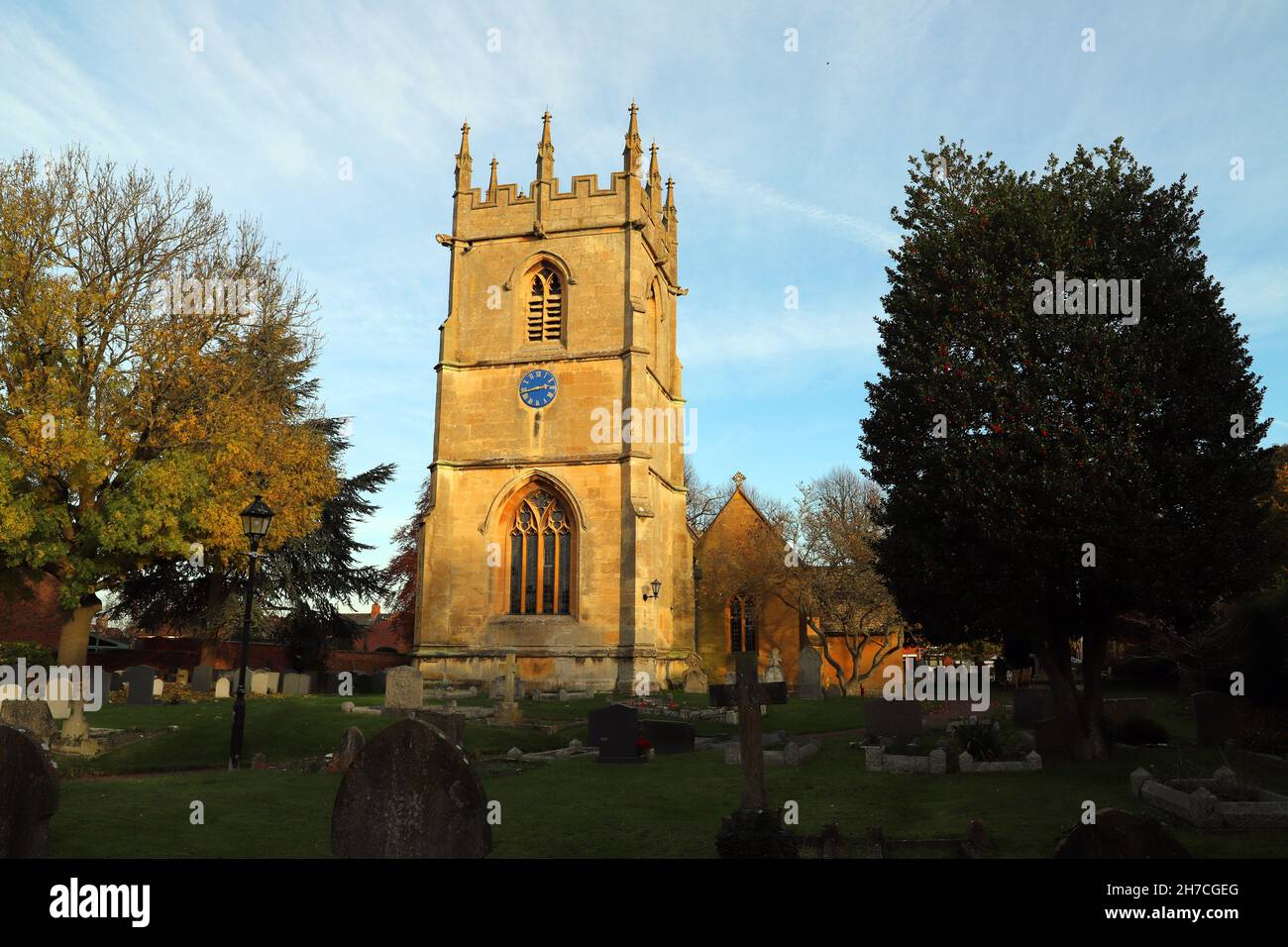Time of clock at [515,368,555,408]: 2:42
